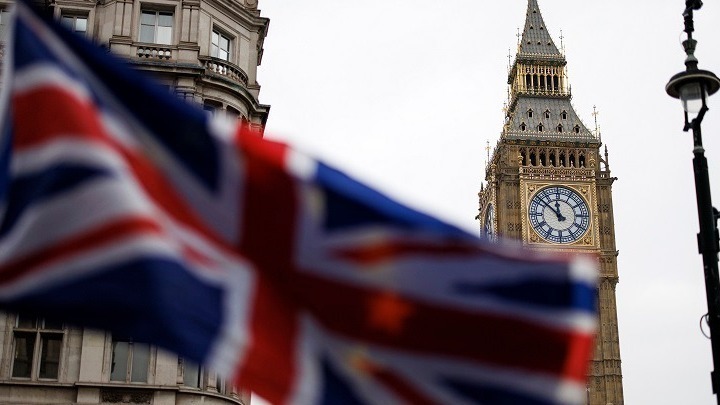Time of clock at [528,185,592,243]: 11:51
